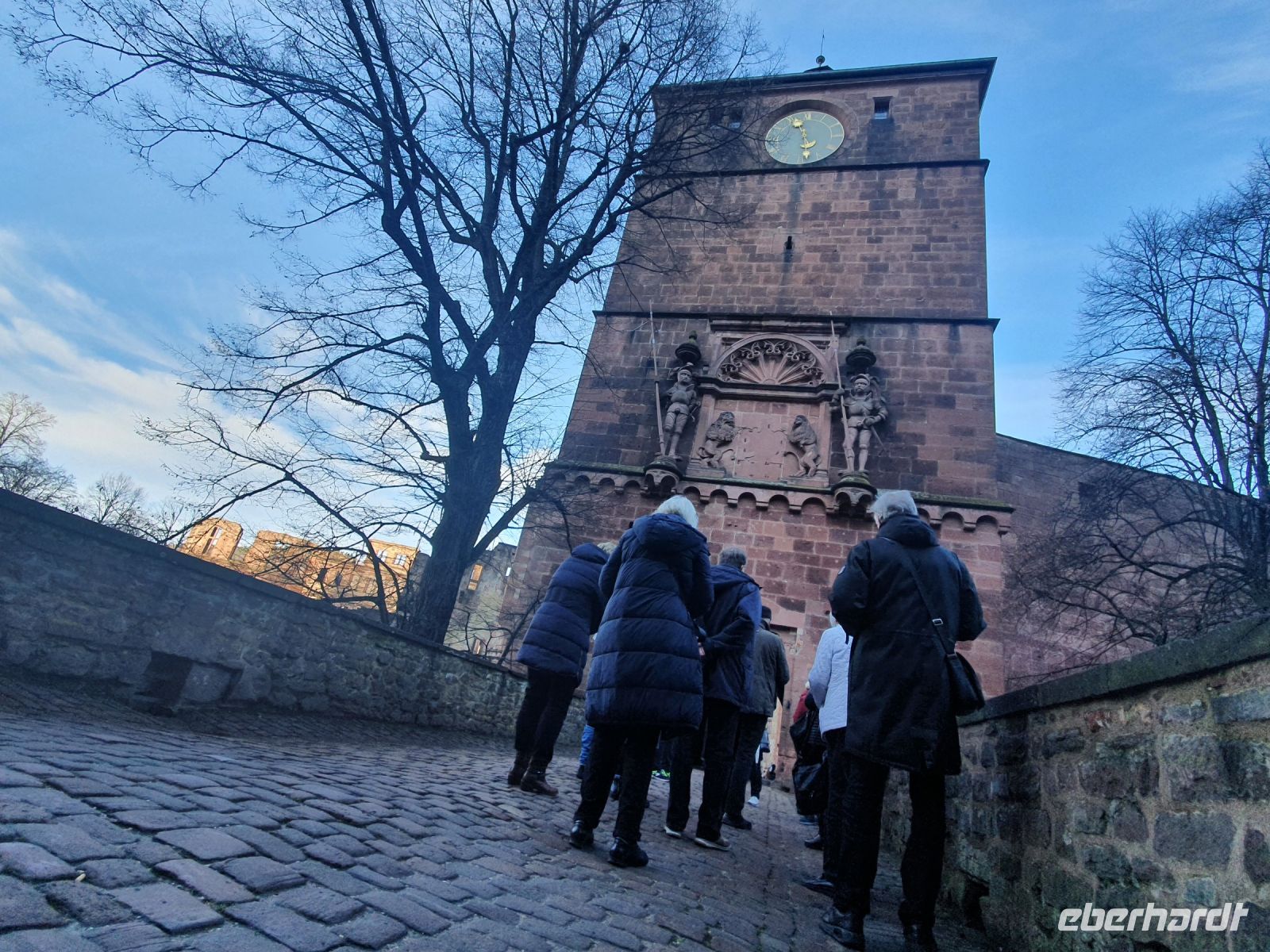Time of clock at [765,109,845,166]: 11:28
